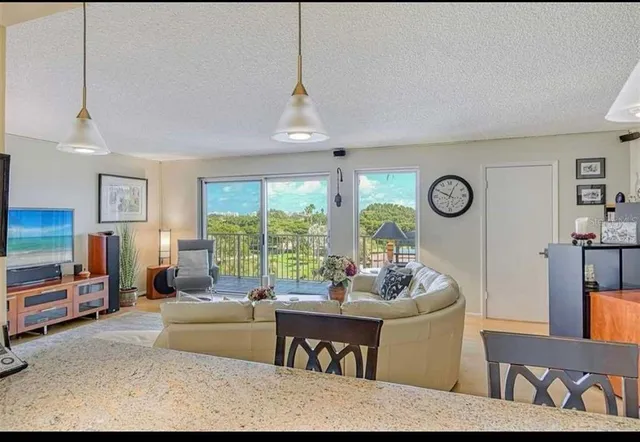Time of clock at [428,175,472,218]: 12:49
